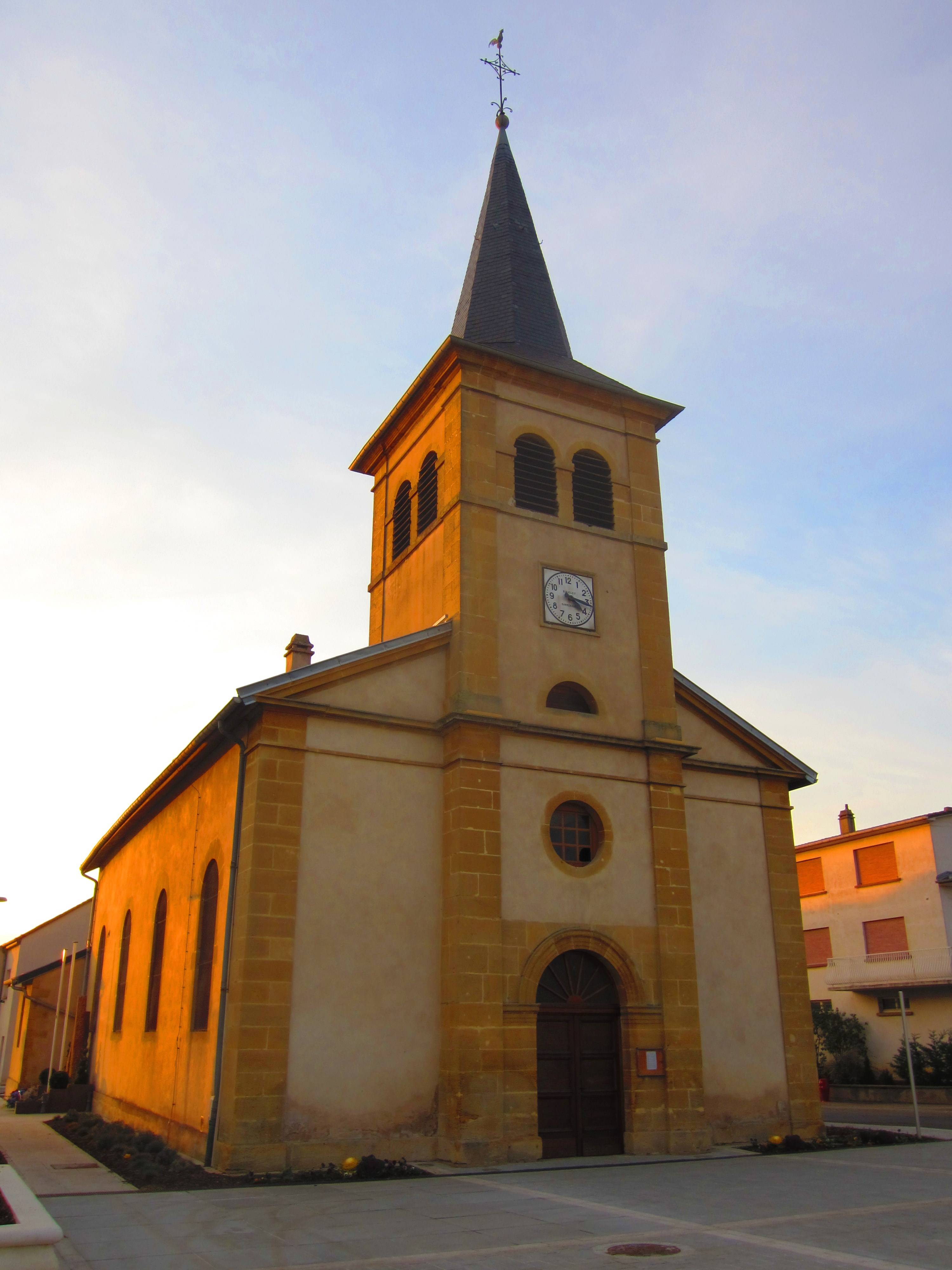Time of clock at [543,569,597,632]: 4:16
